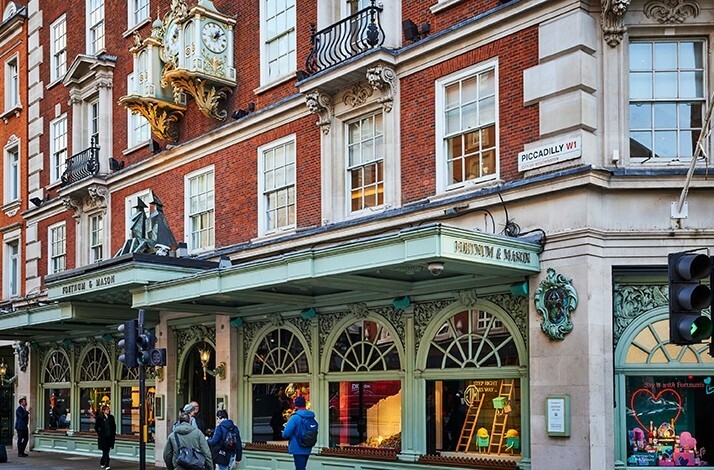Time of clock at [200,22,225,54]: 1:09
